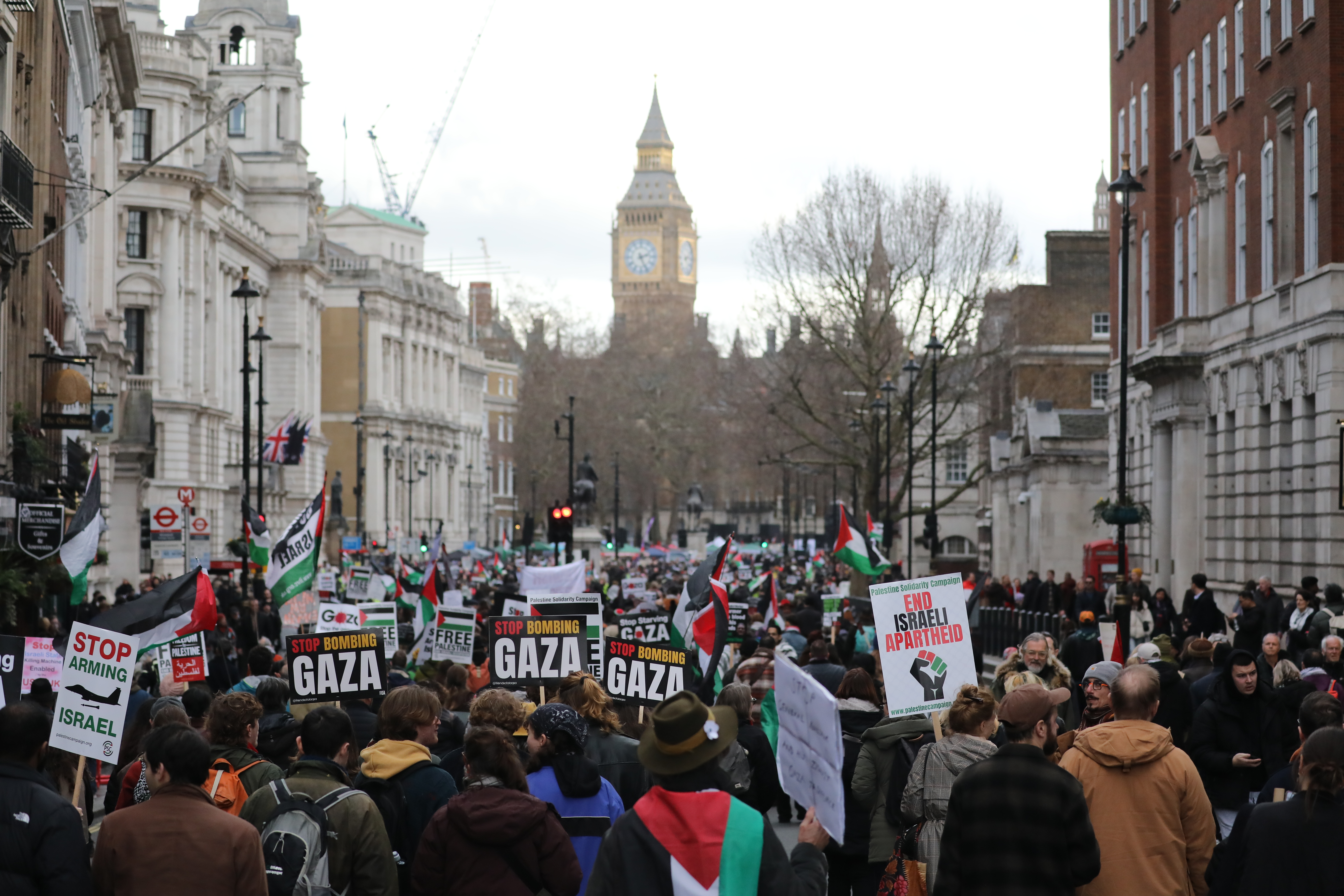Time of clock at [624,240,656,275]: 2:25
